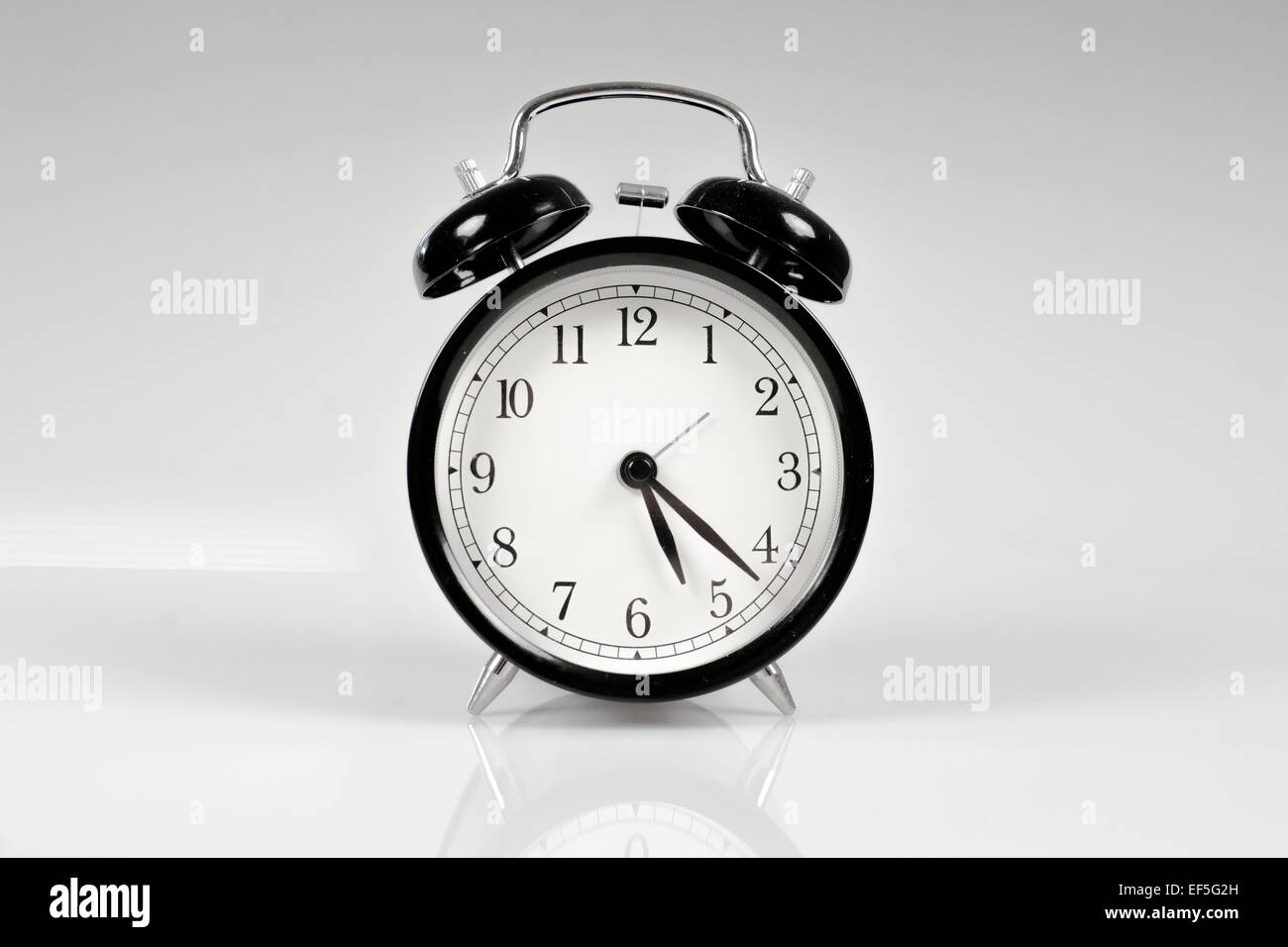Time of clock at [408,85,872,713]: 5:22
